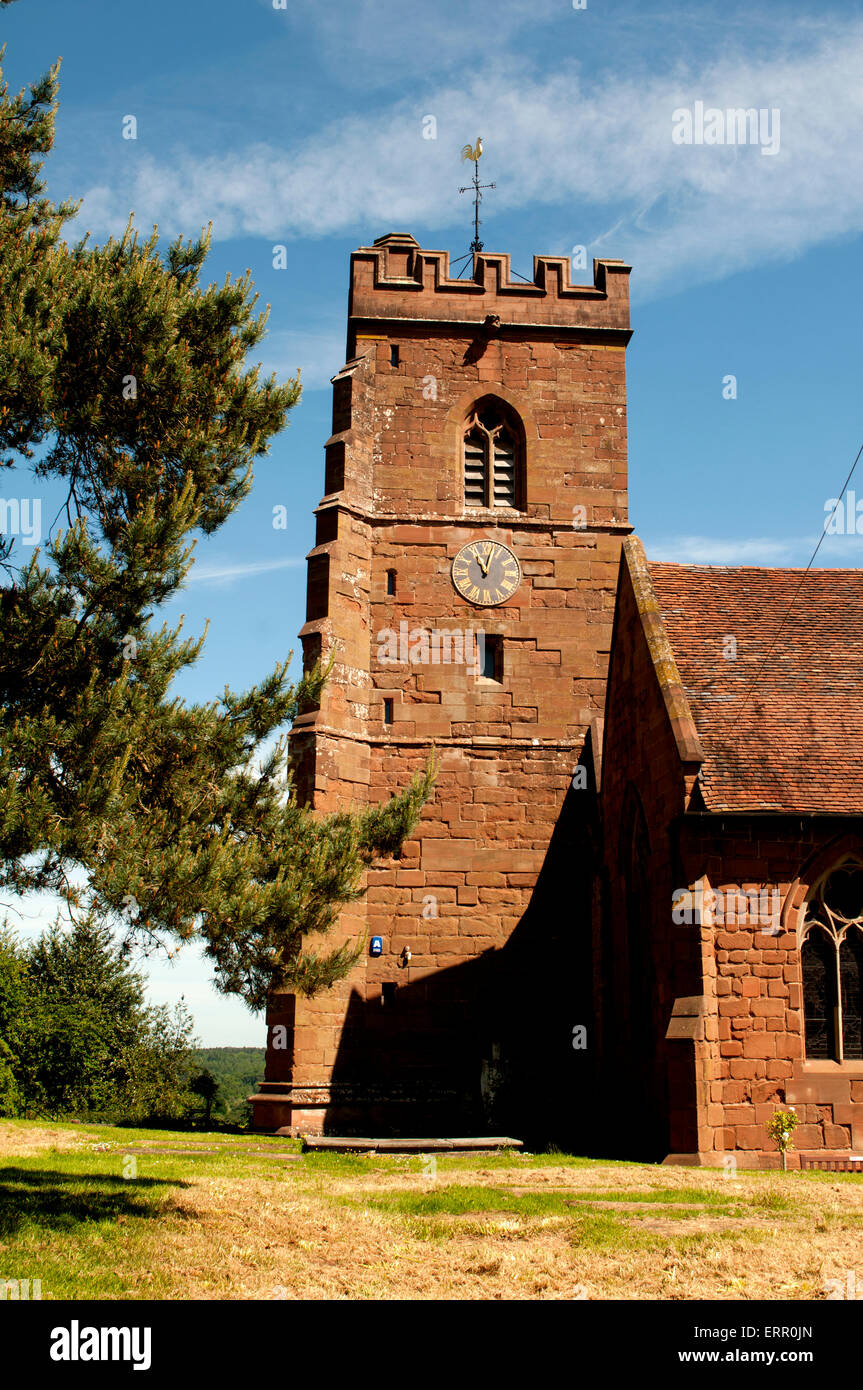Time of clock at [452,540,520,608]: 11:02
